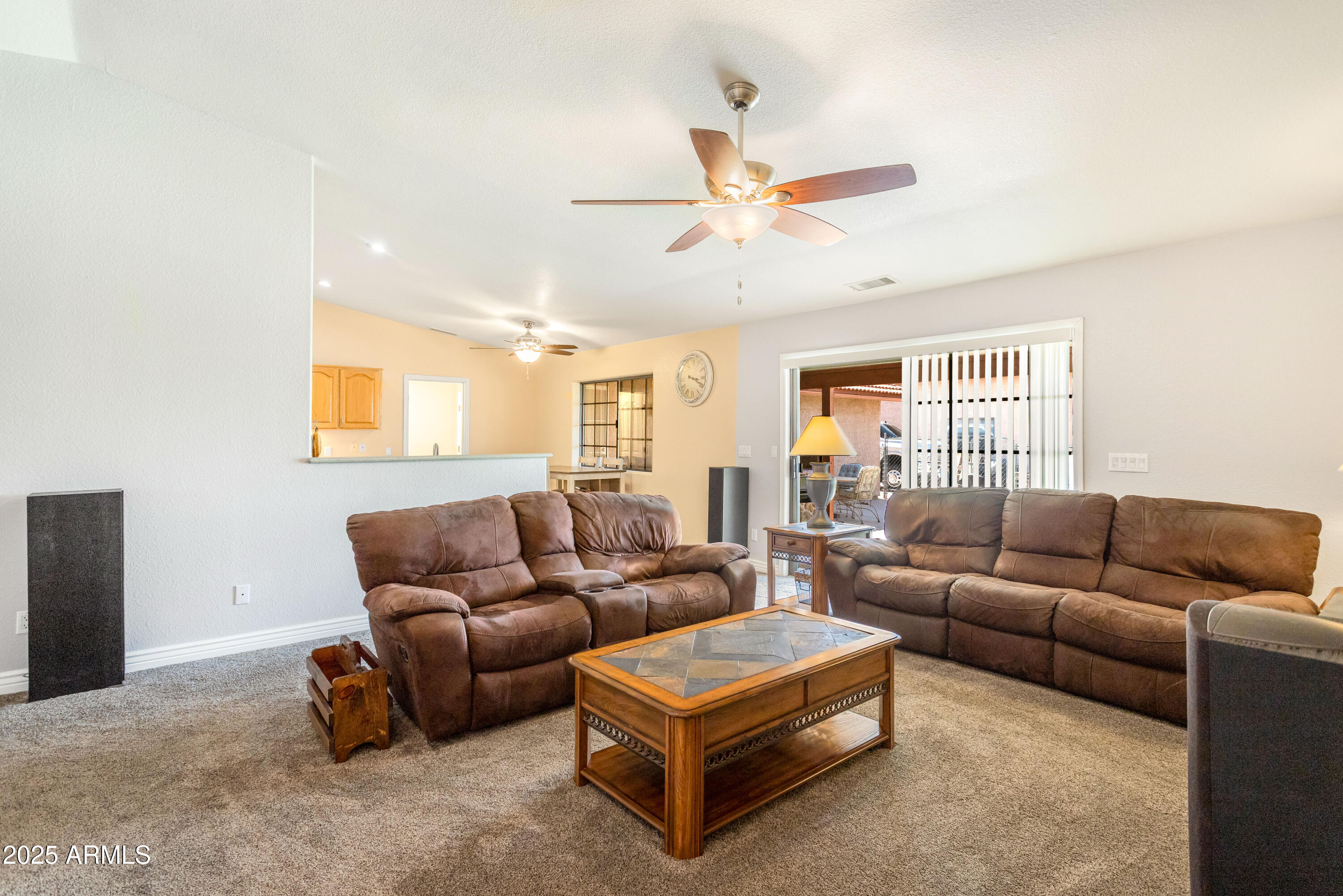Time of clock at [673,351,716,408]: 3:18
